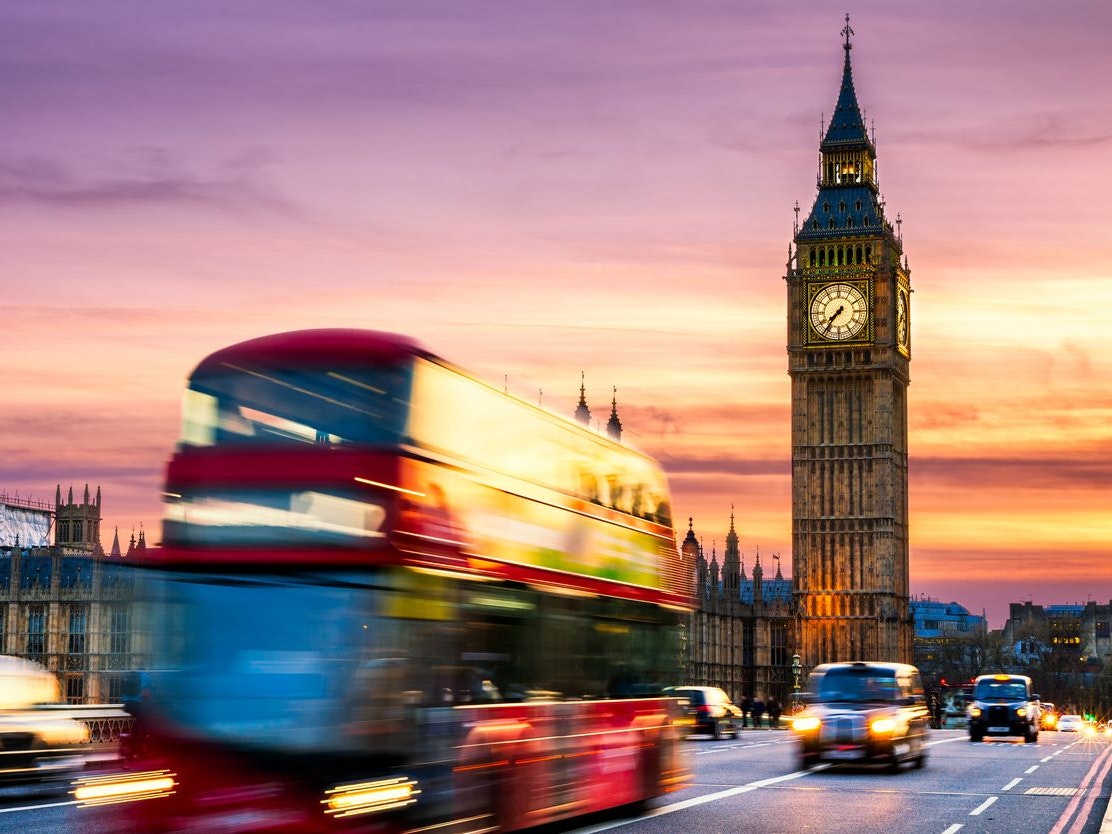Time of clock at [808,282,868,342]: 7:36
